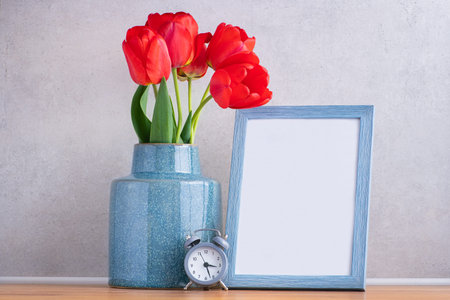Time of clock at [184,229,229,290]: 3:27
